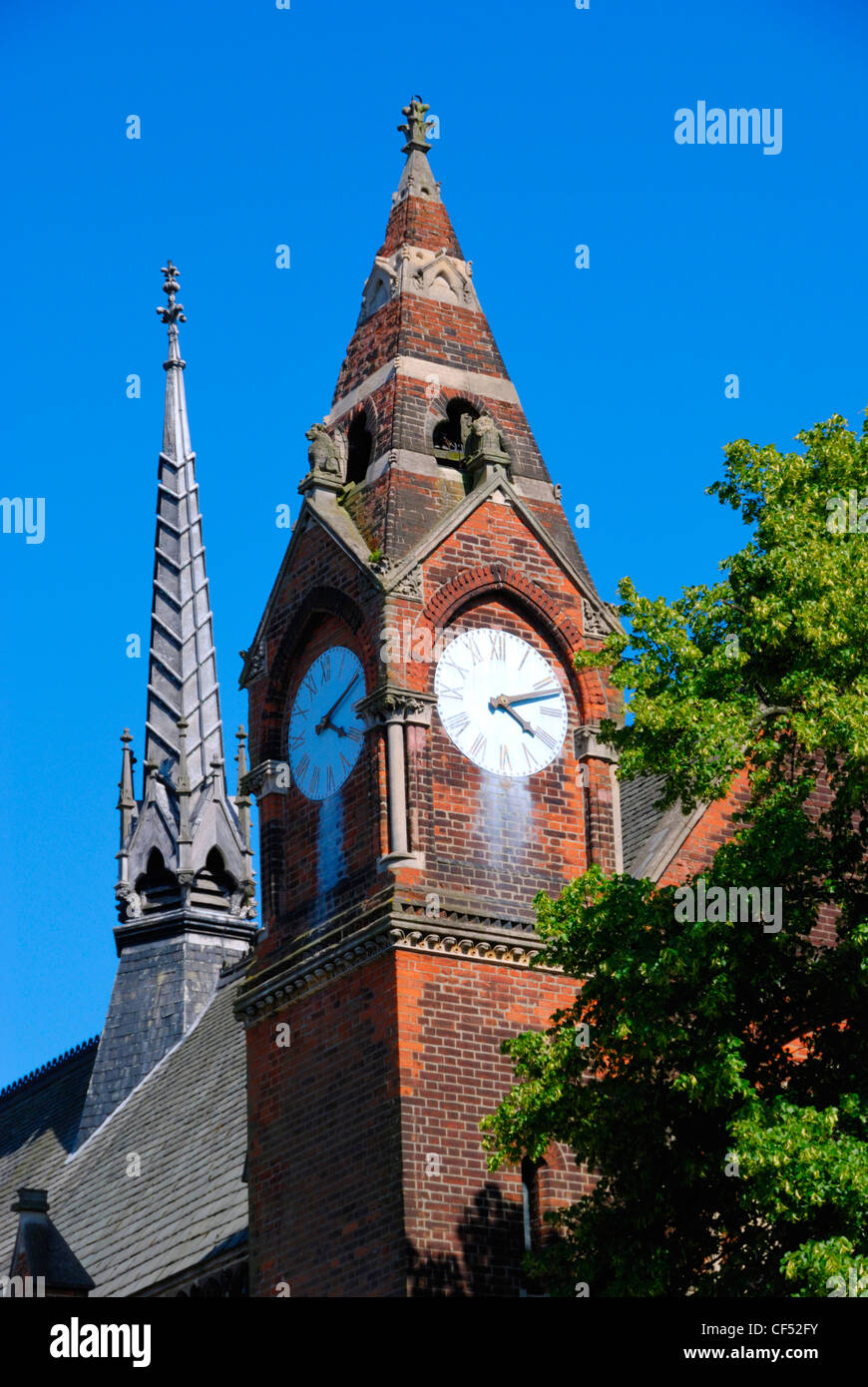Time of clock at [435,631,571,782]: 4:12
